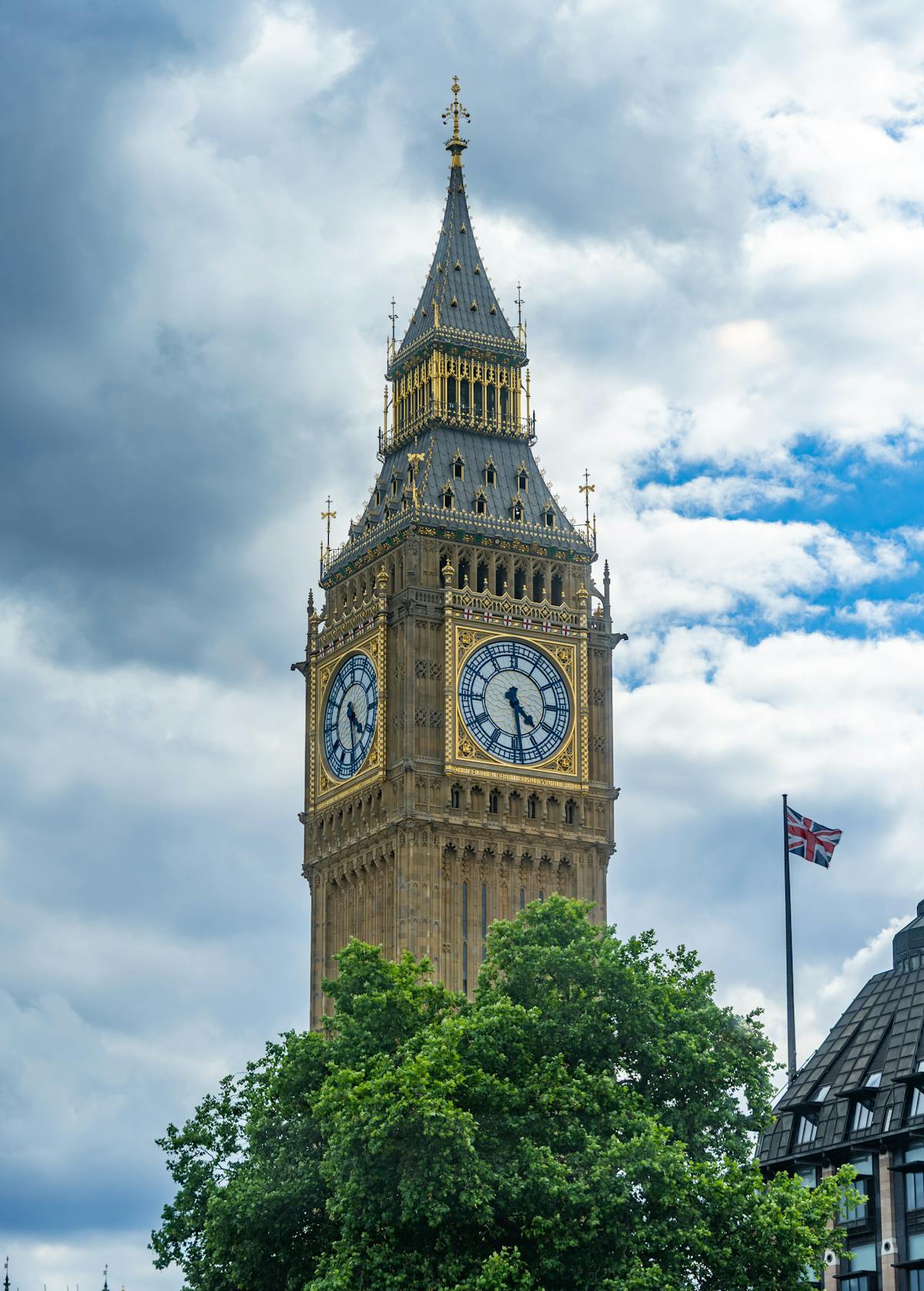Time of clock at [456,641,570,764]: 4:28
